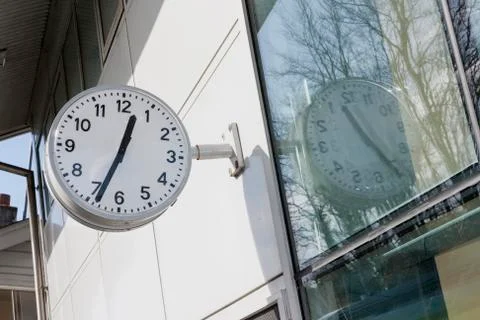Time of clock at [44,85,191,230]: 12:33
